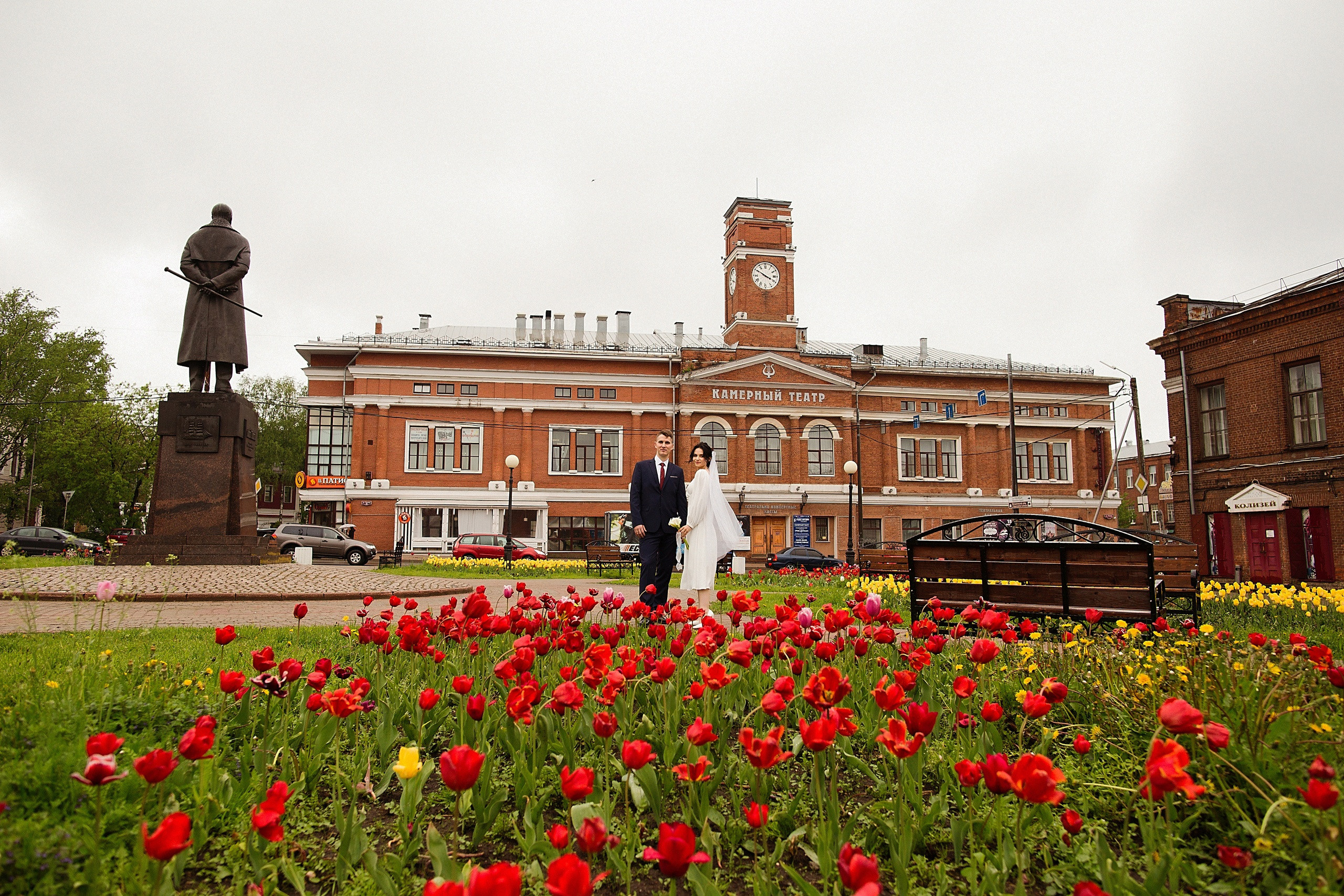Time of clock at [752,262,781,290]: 3:50
